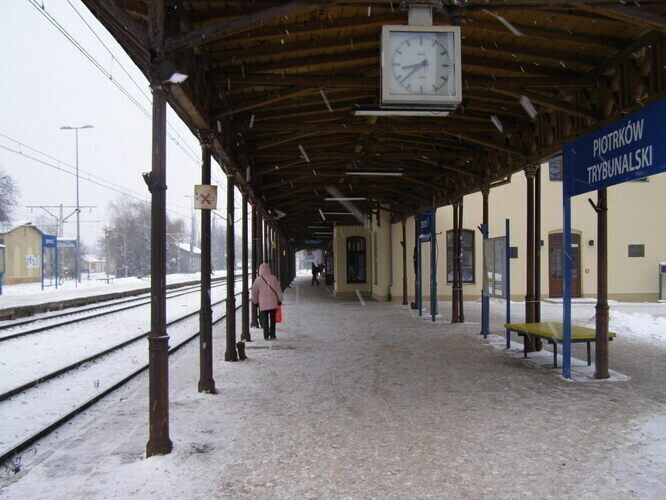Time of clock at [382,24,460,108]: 8:38
